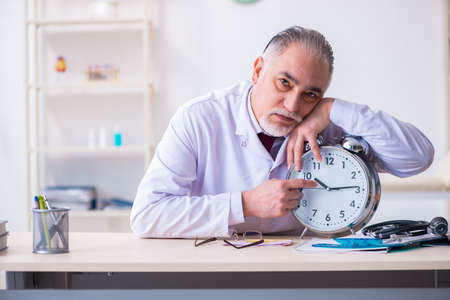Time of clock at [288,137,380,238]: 10:14
